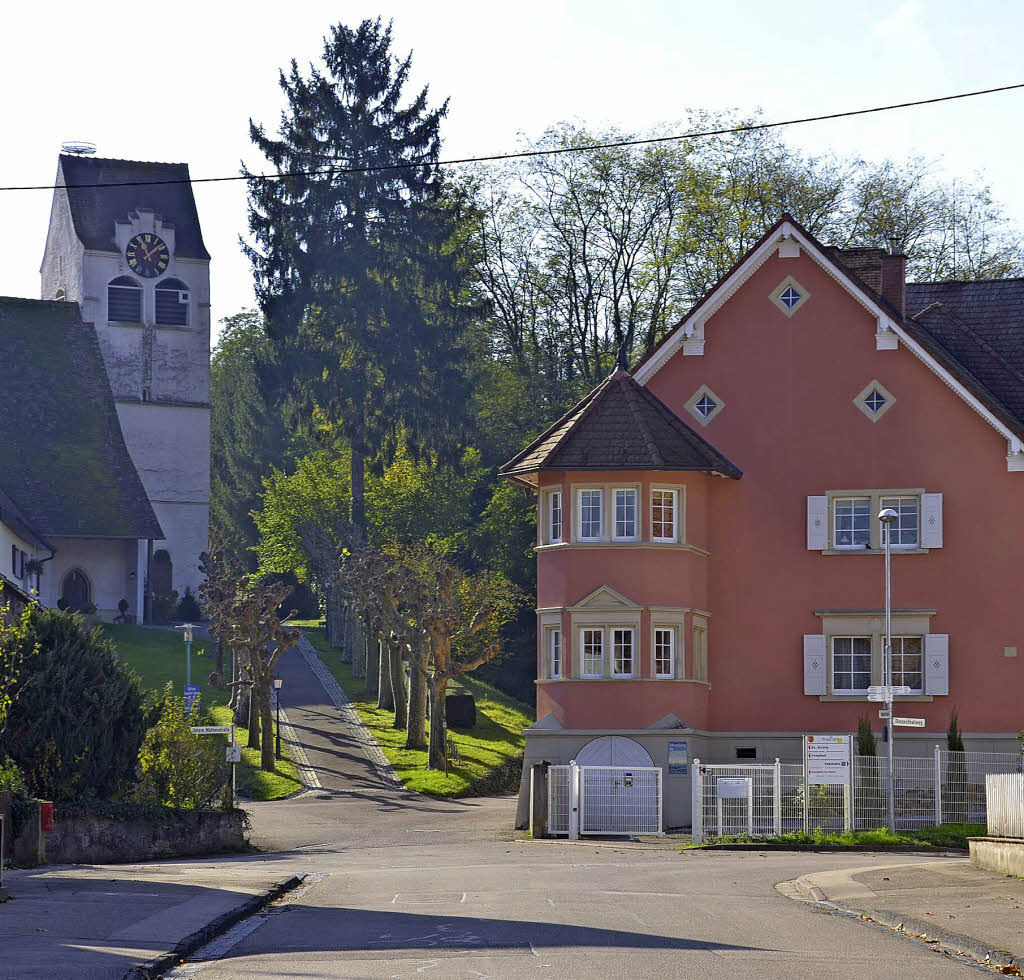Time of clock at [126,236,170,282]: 11:08
